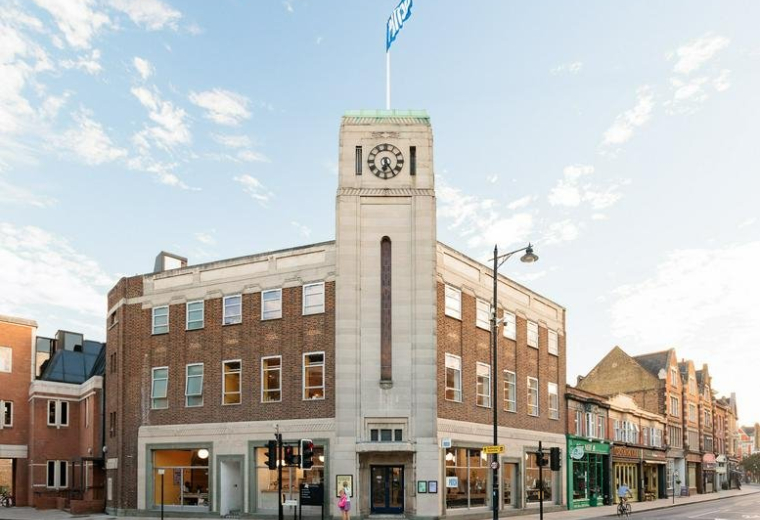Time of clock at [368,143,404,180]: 6:24
